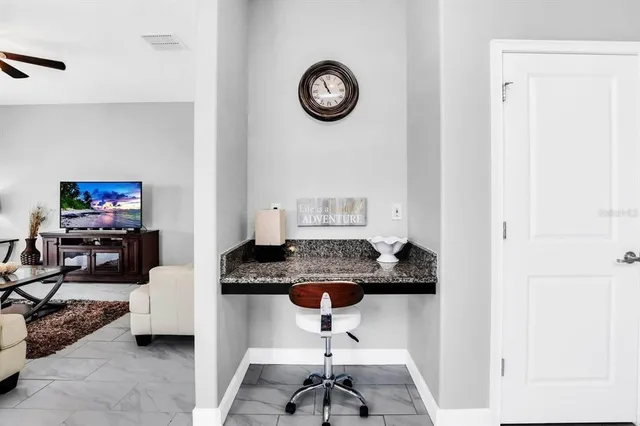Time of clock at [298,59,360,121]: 10:56
